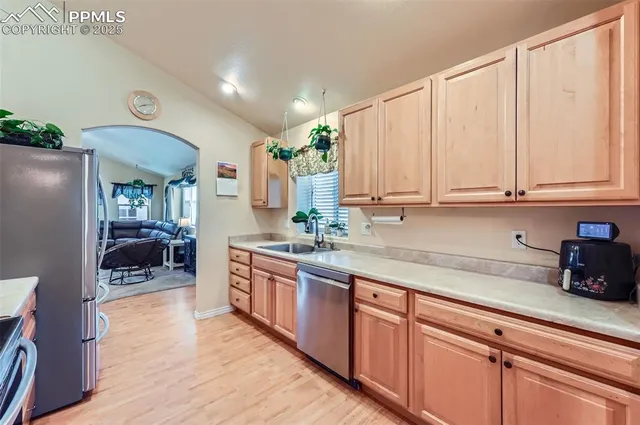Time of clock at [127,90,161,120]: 8:12
